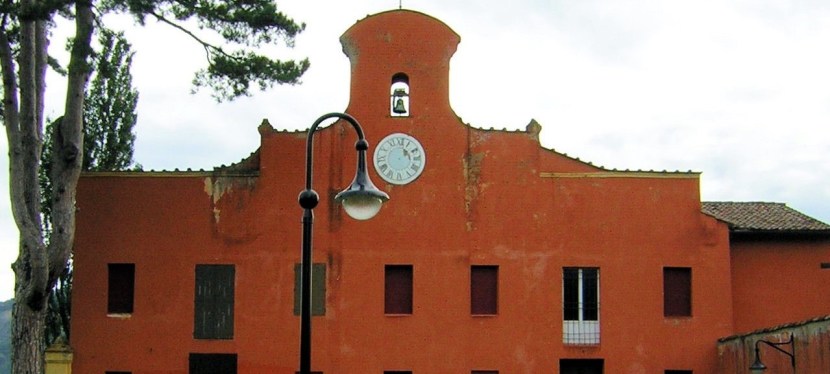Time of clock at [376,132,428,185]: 2:01
